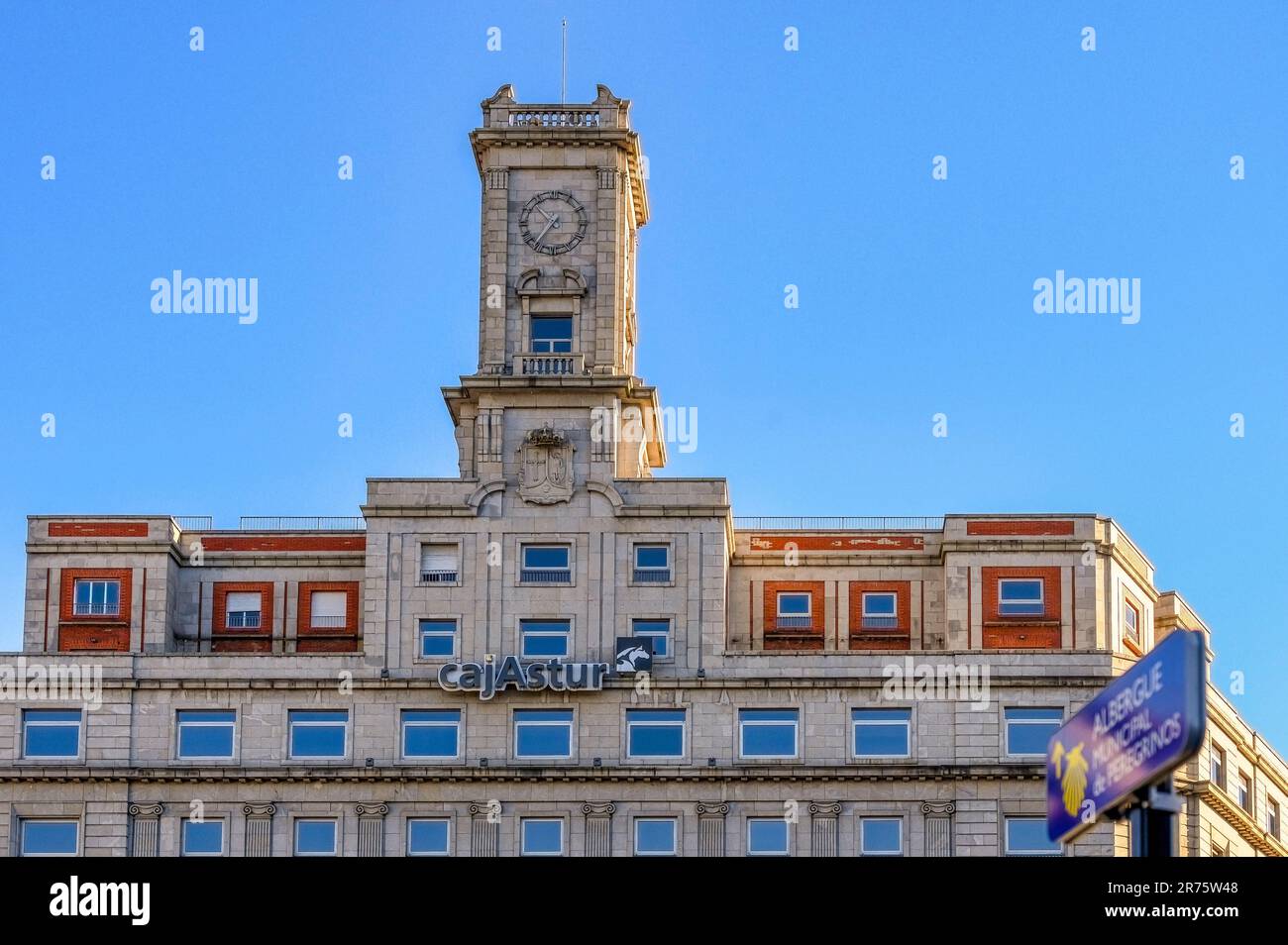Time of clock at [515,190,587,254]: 10:36
